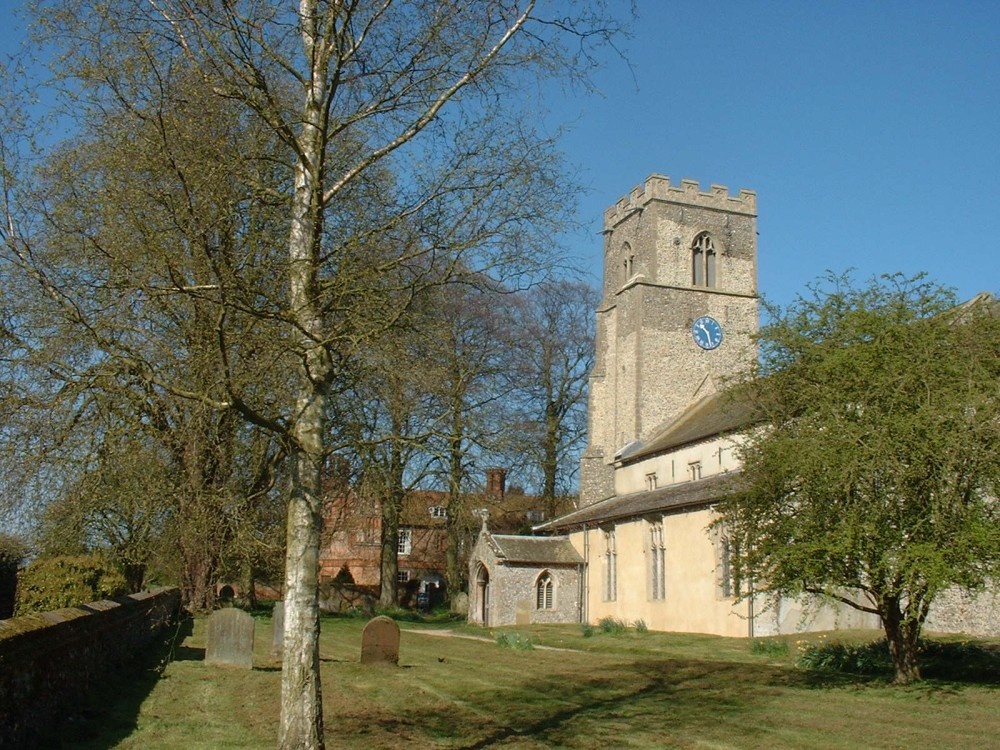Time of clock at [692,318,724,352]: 10:28
